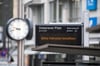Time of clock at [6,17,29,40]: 9:42
